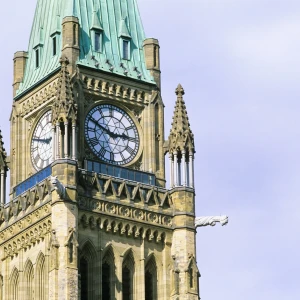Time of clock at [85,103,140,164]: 2:48
